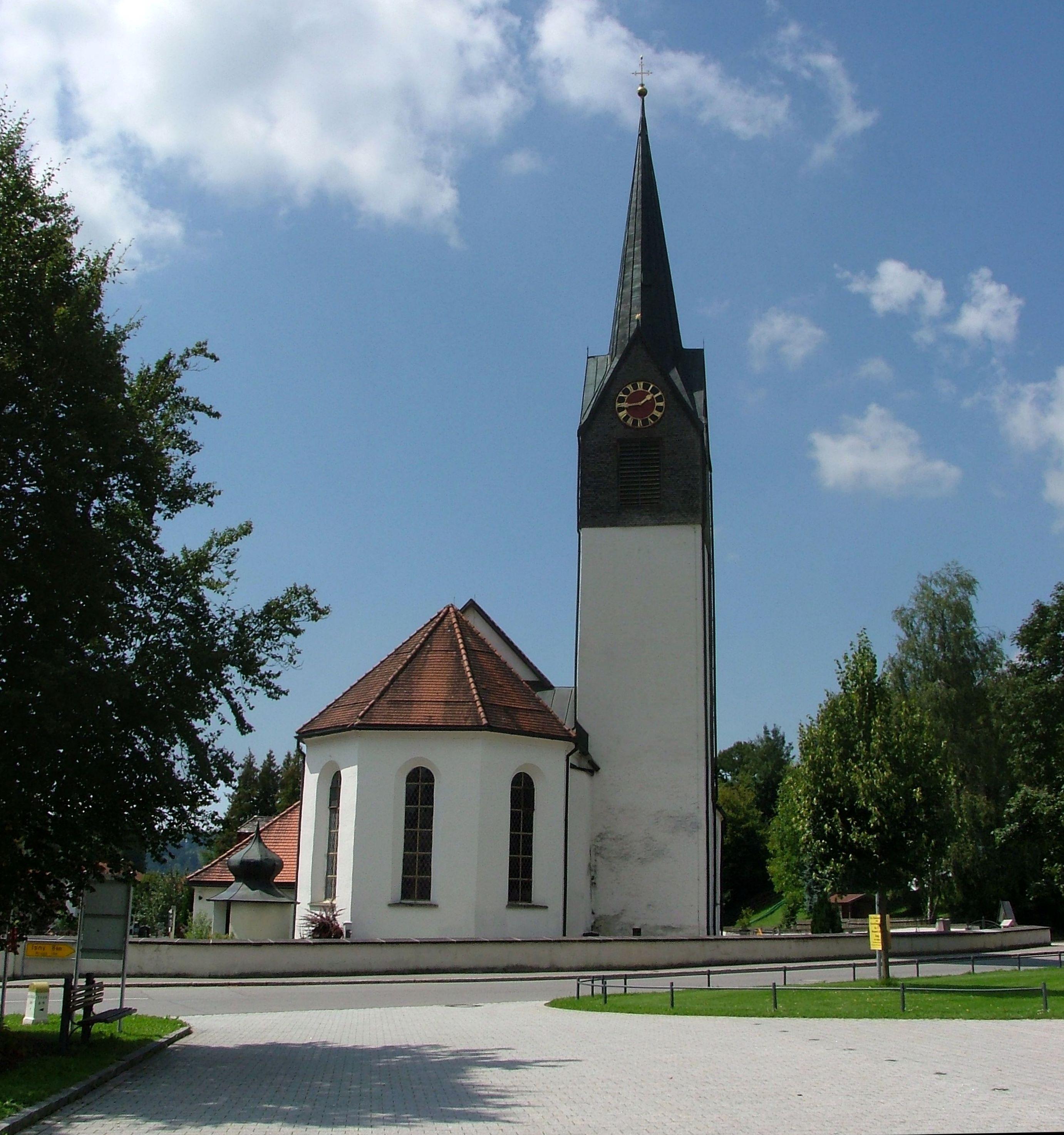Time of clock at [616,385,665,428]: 1:43
